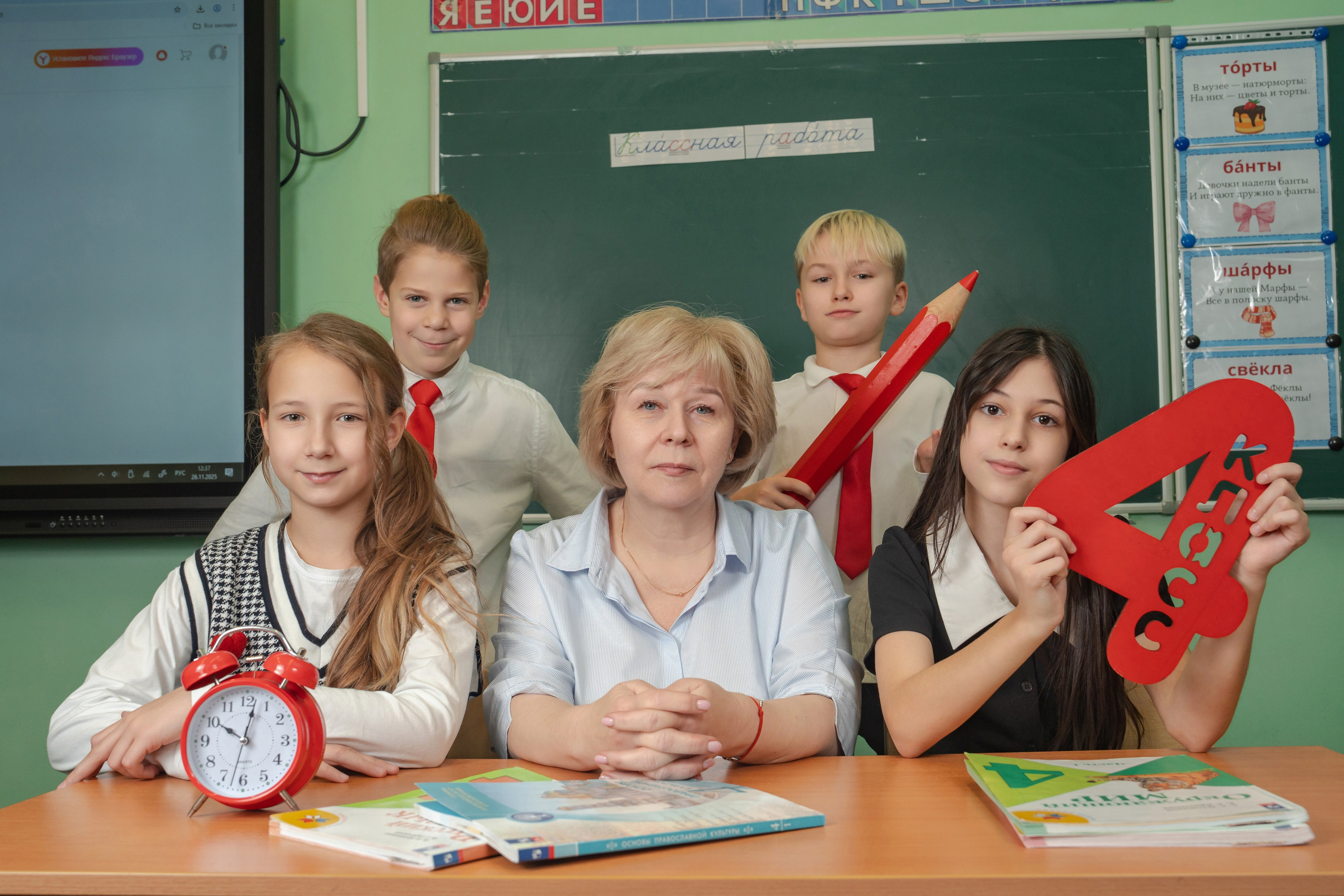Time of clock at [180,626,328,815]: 10:02
